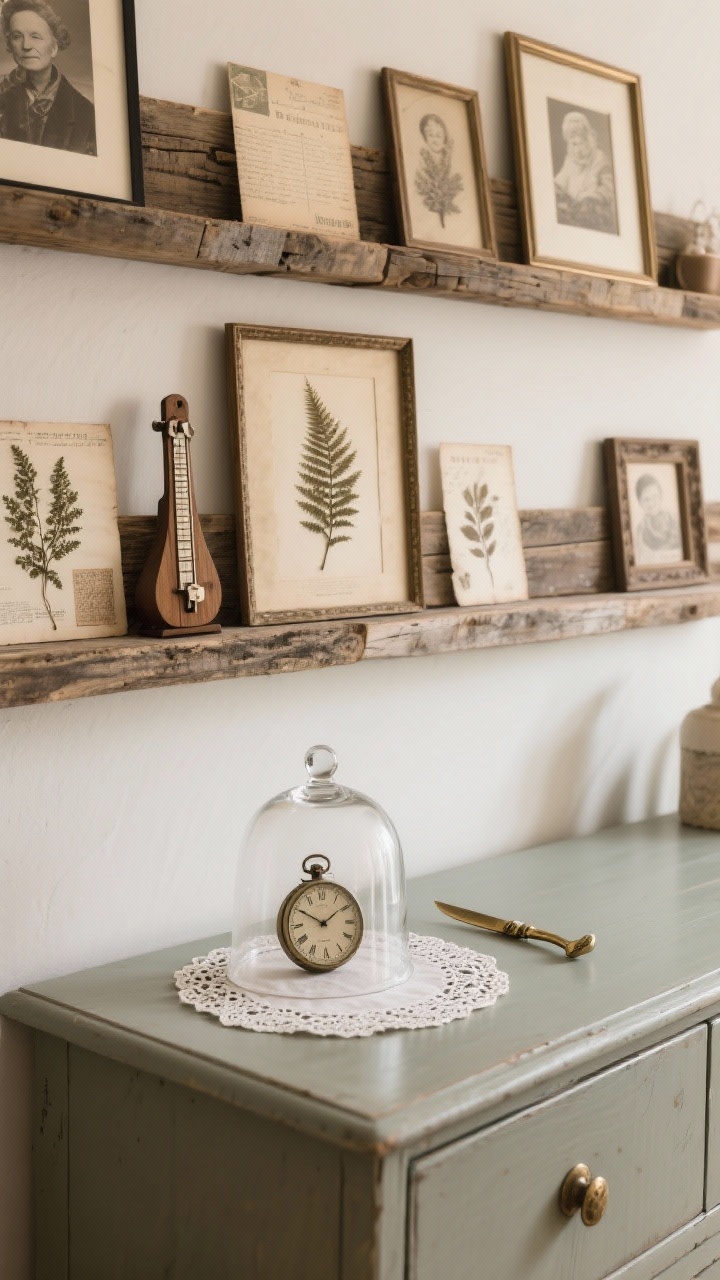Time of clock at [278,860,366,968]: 1:50
